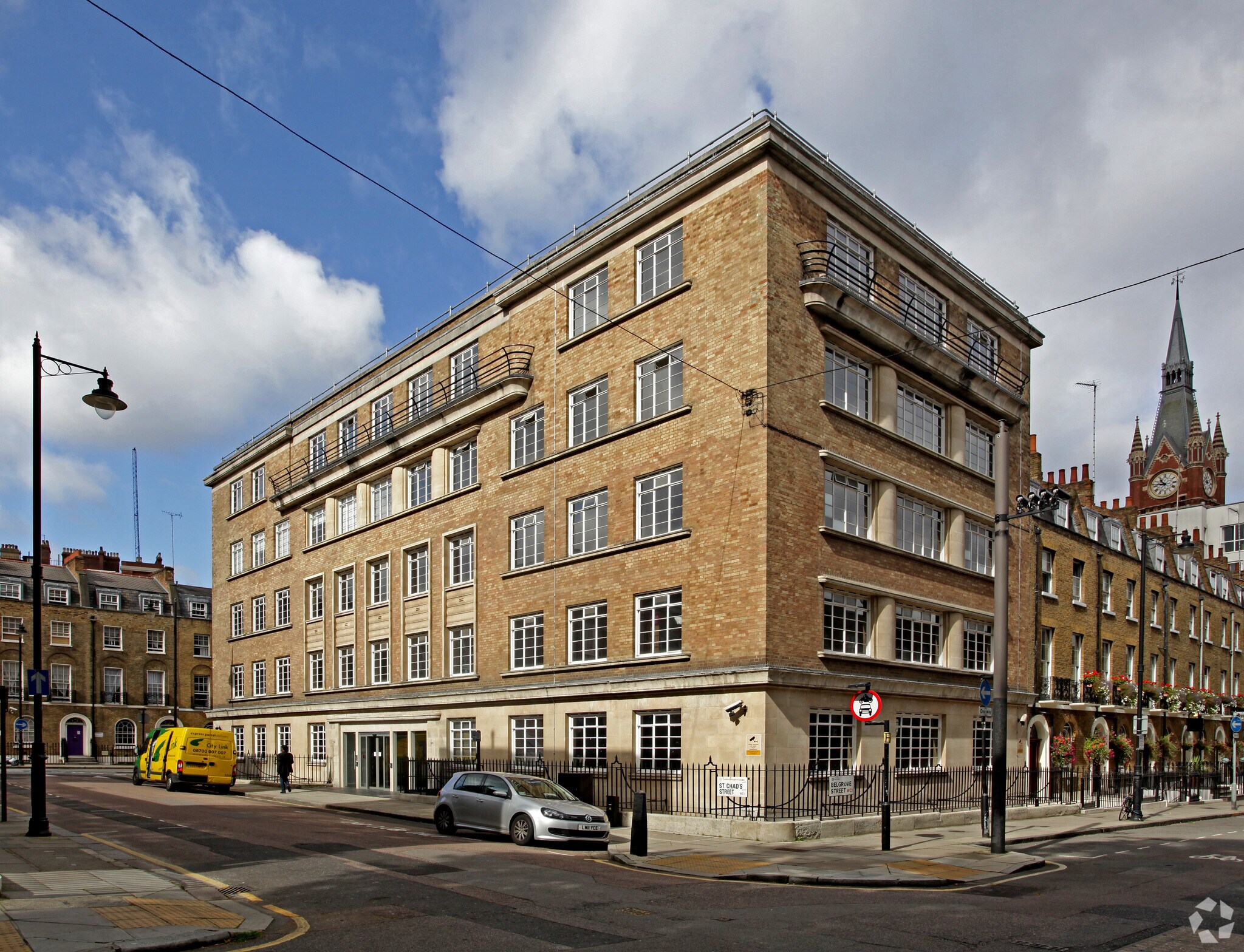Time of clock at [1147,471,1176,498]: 10:46
